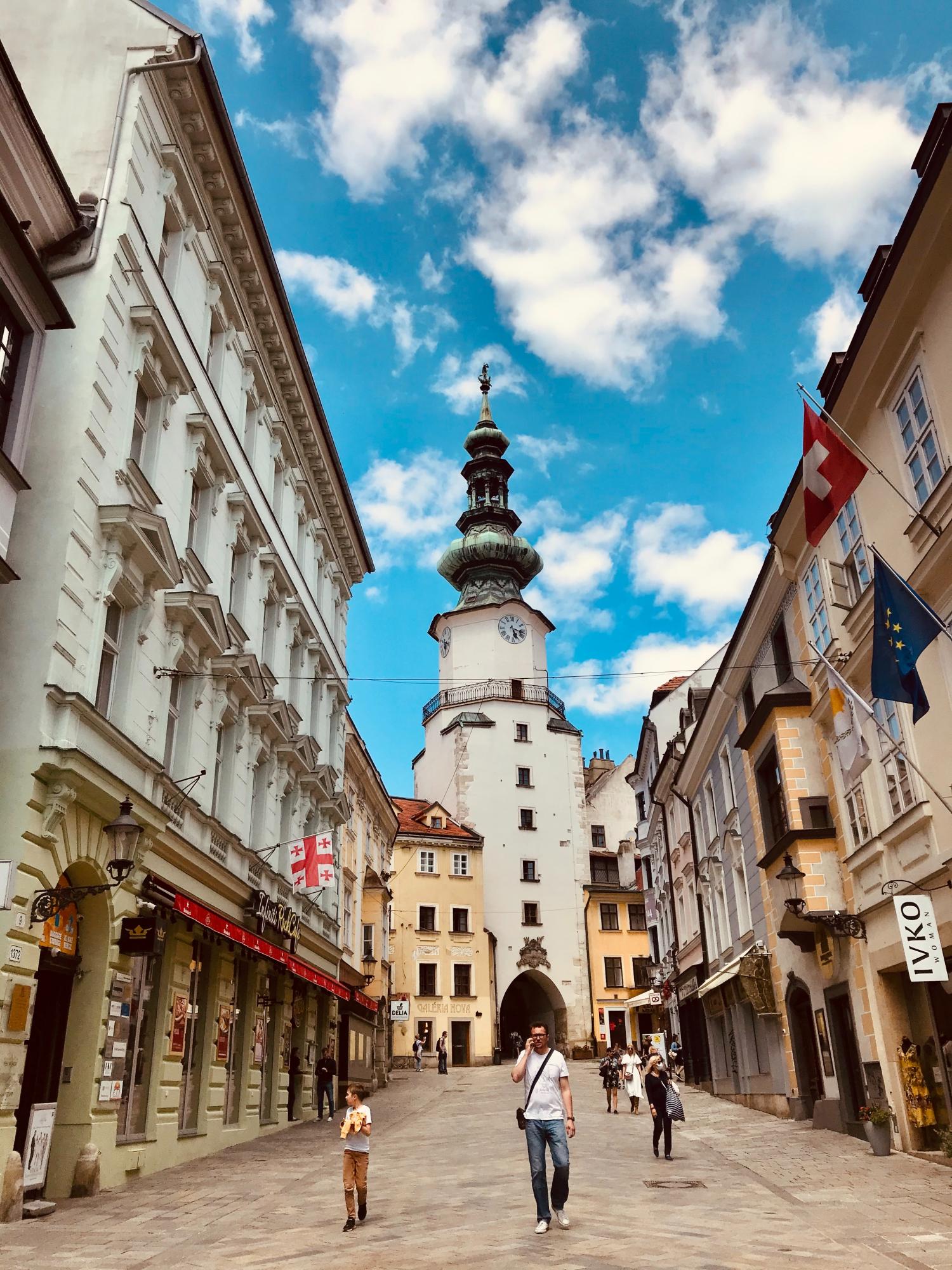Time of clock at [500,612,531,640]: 5:17
